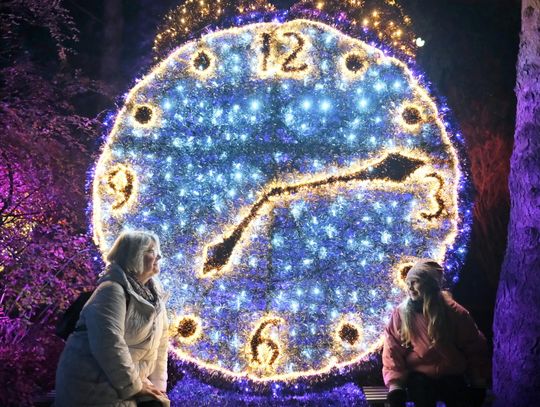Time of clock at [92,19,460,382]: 7:12
